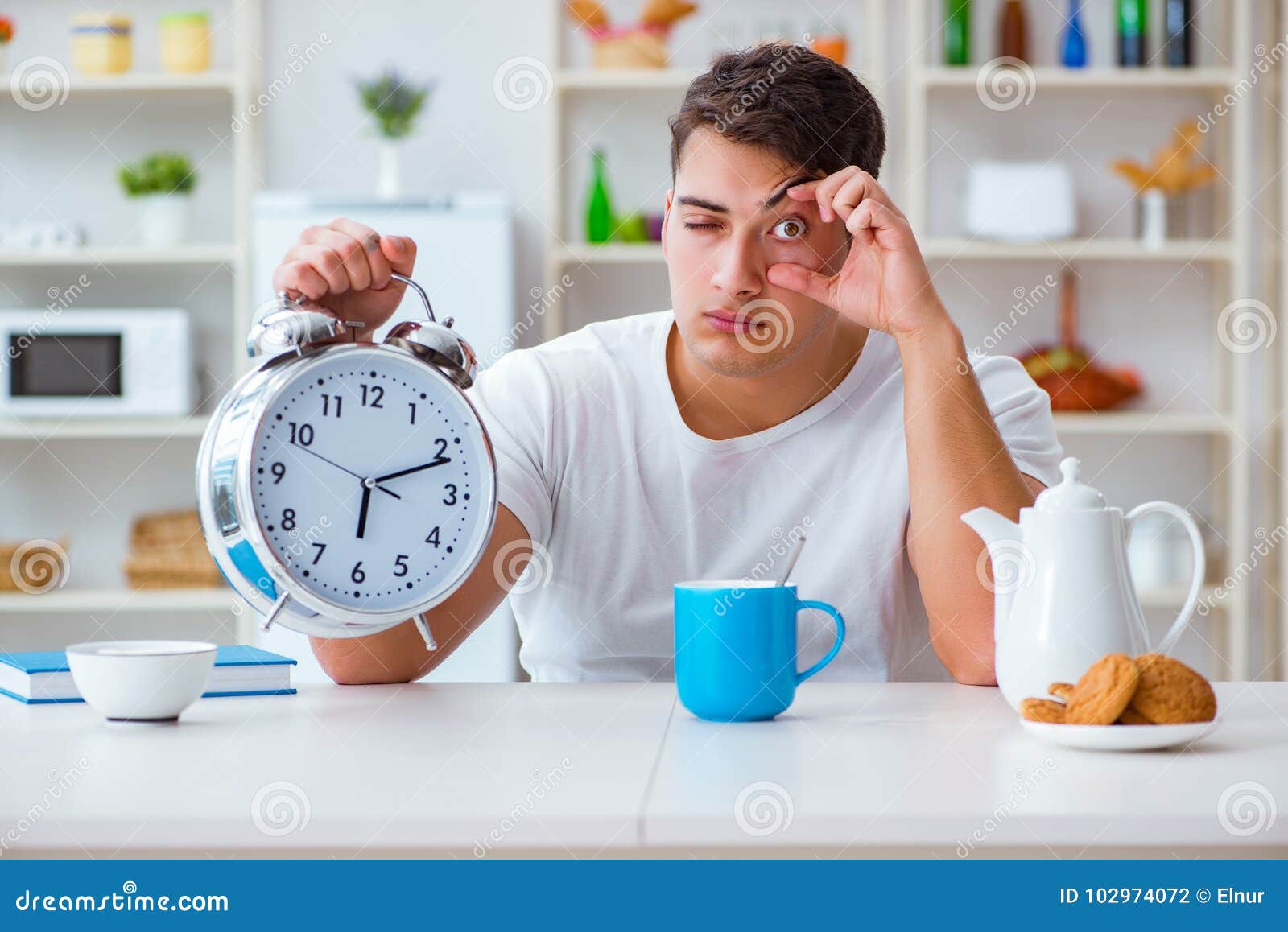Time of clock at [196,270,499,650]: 6:11
